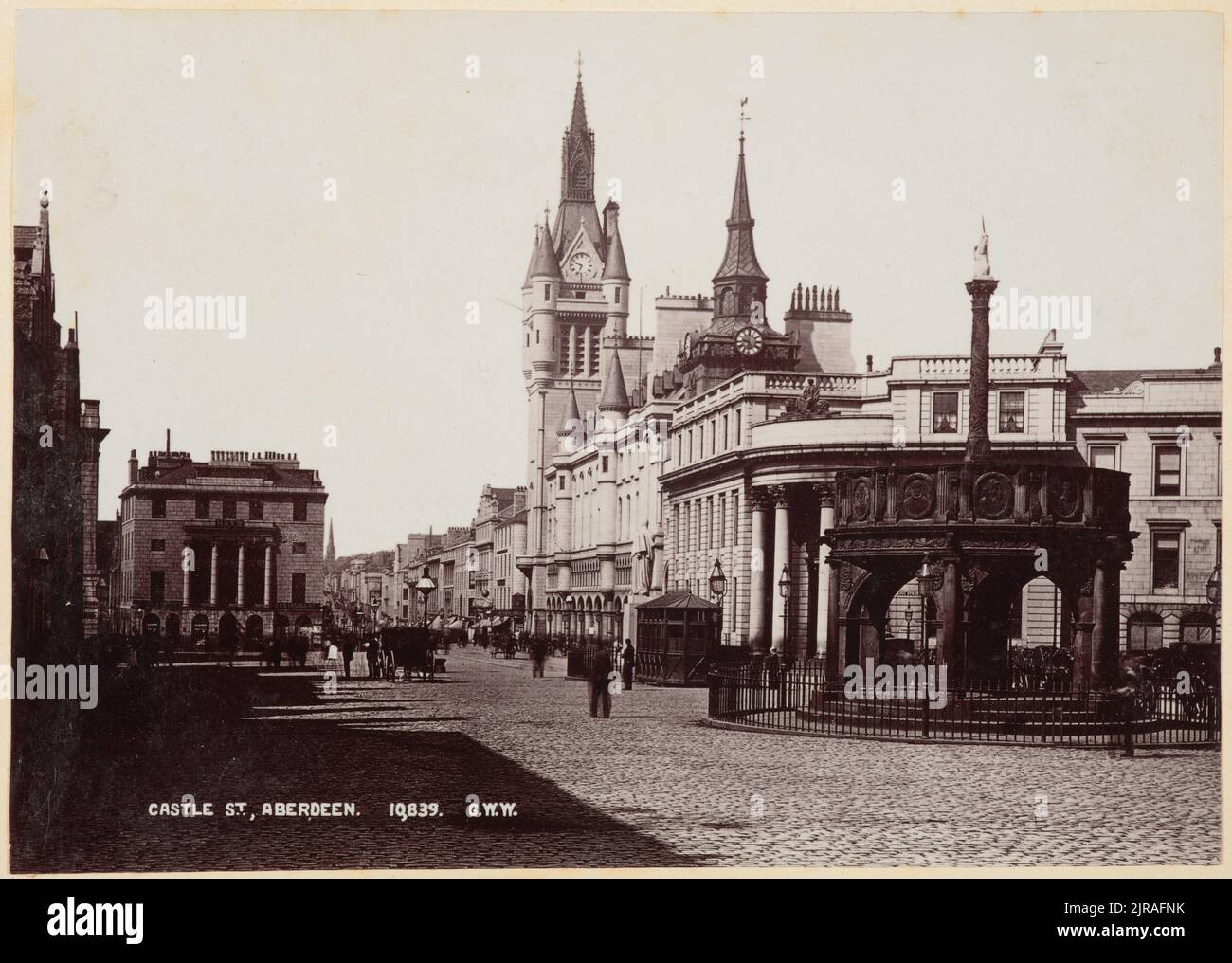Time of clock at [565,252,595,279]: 9:33
